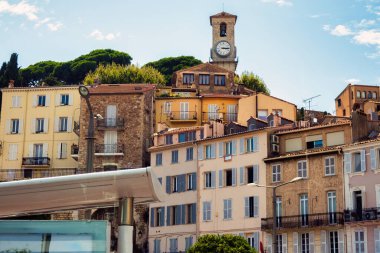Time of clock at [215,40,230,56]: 3:14
